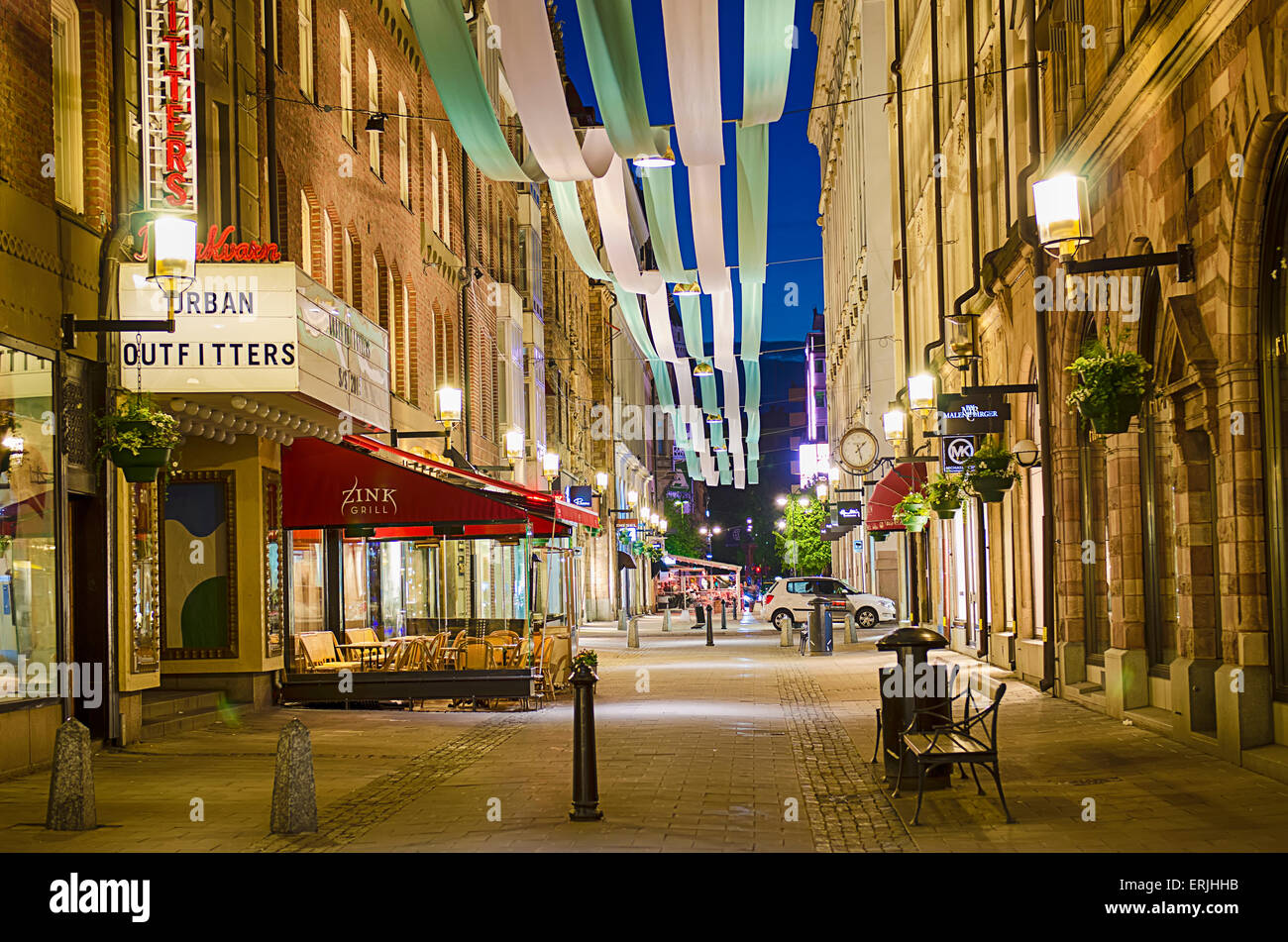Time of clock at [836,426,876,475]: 1:26
